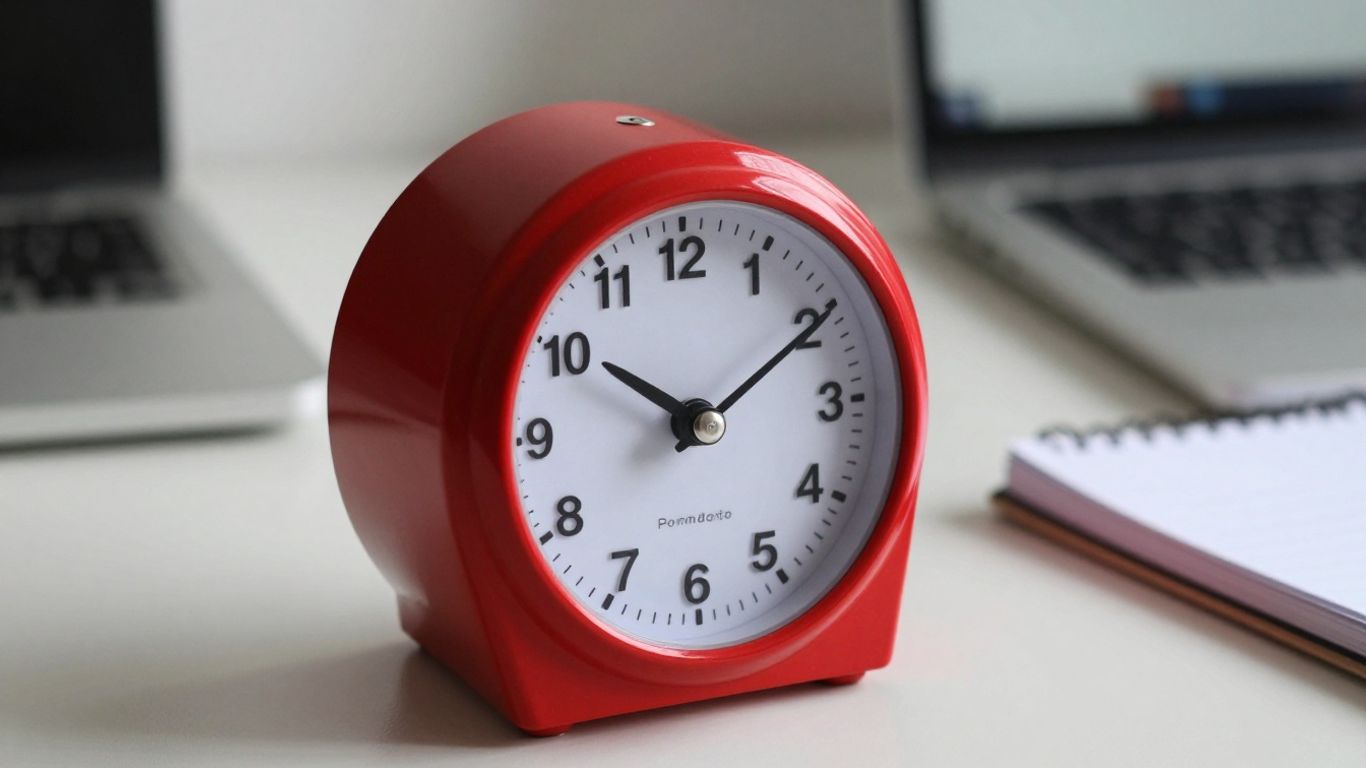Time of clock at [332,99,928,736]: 10:10
